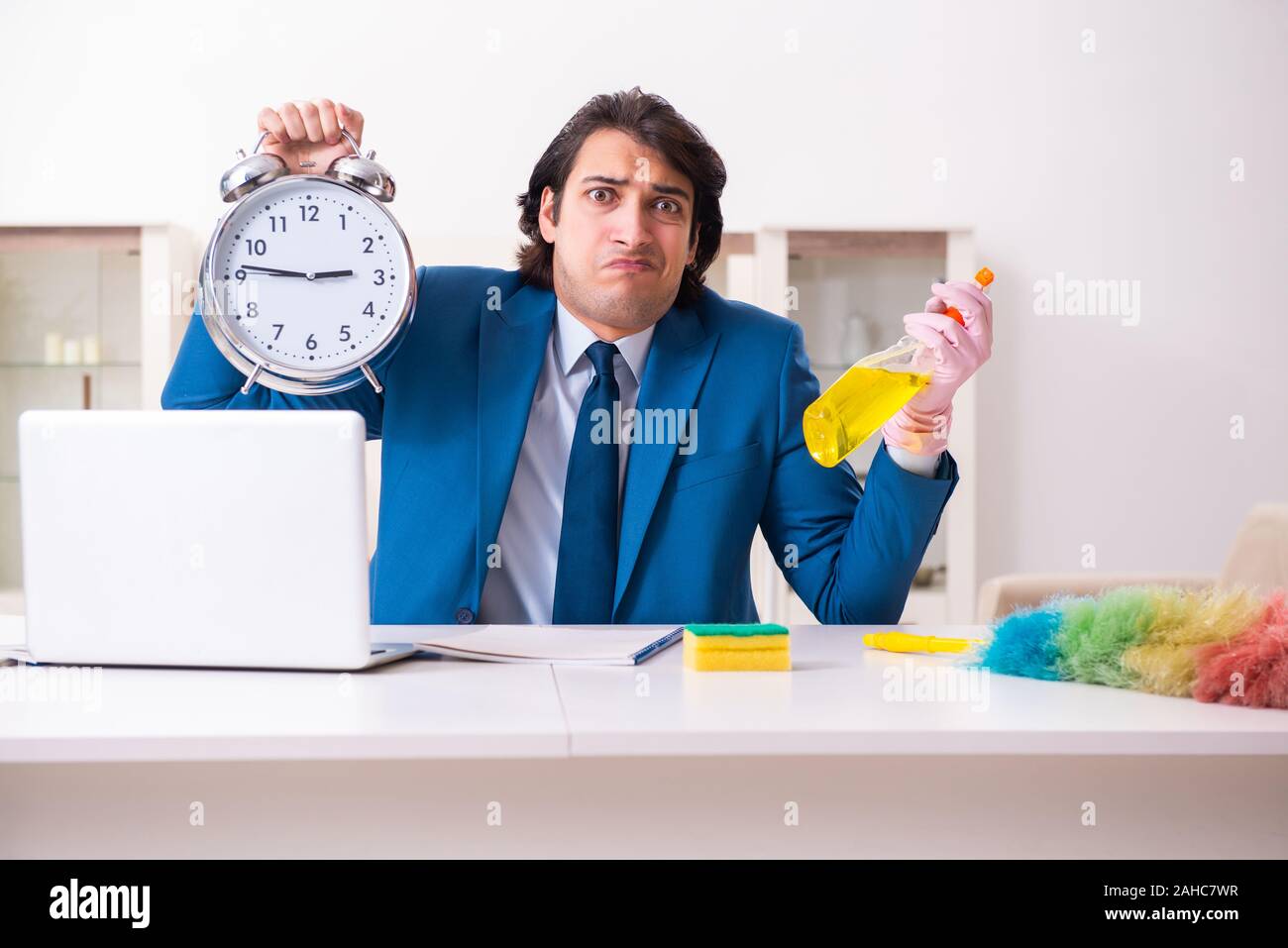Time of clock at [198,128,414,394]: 2:46
